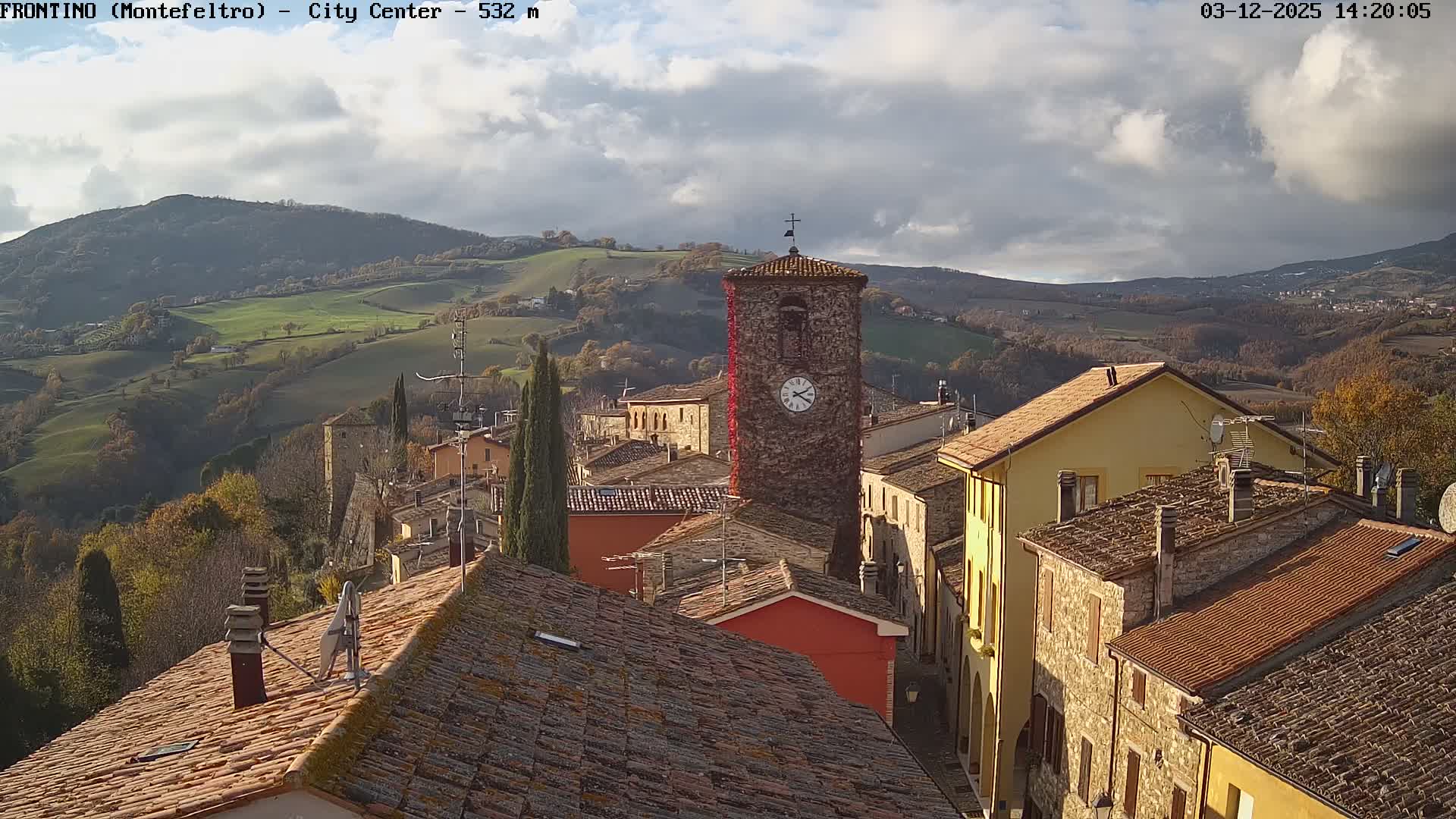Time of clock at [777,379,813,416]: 2:20
